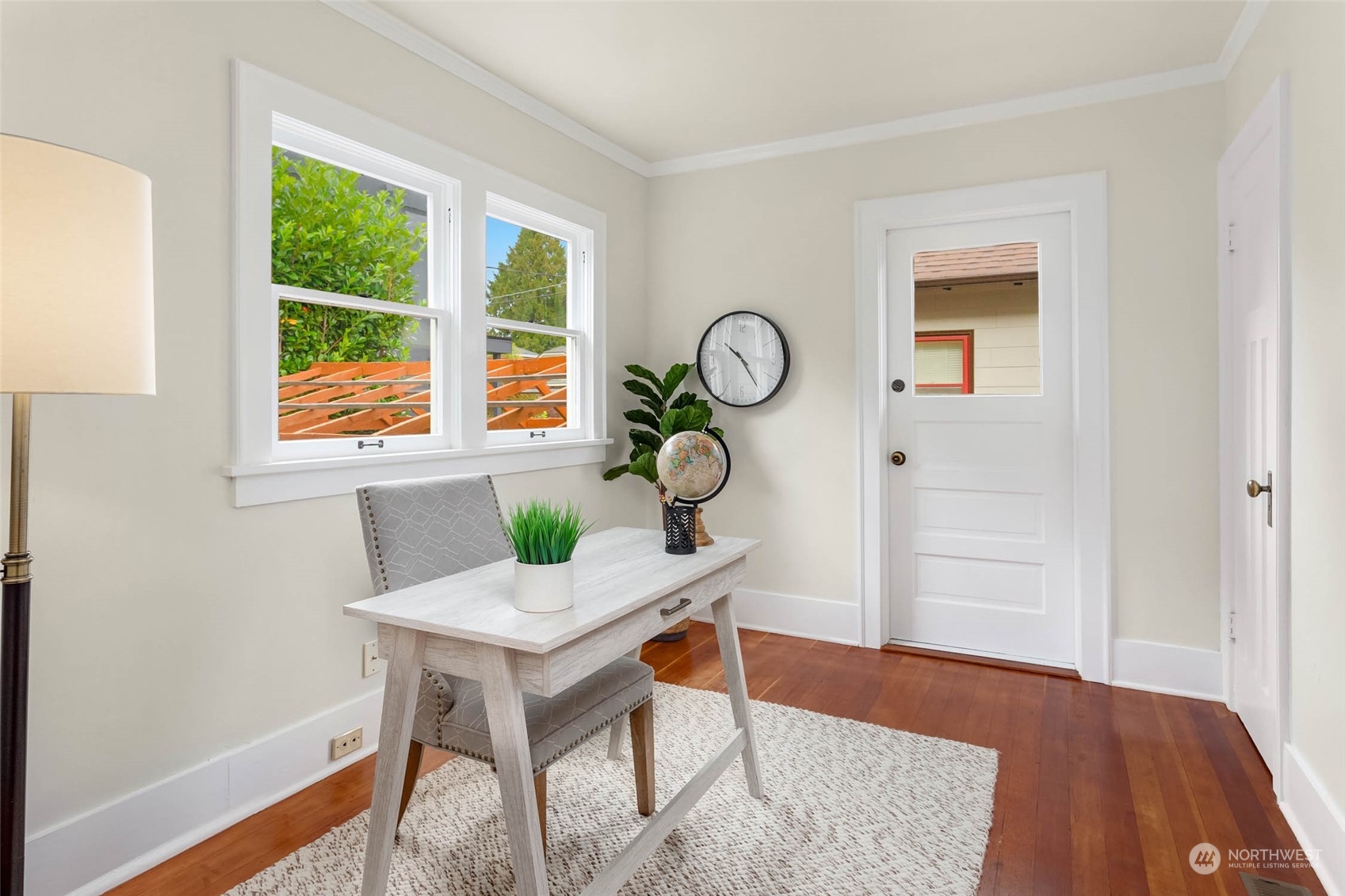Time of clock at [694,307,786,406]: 10:24
